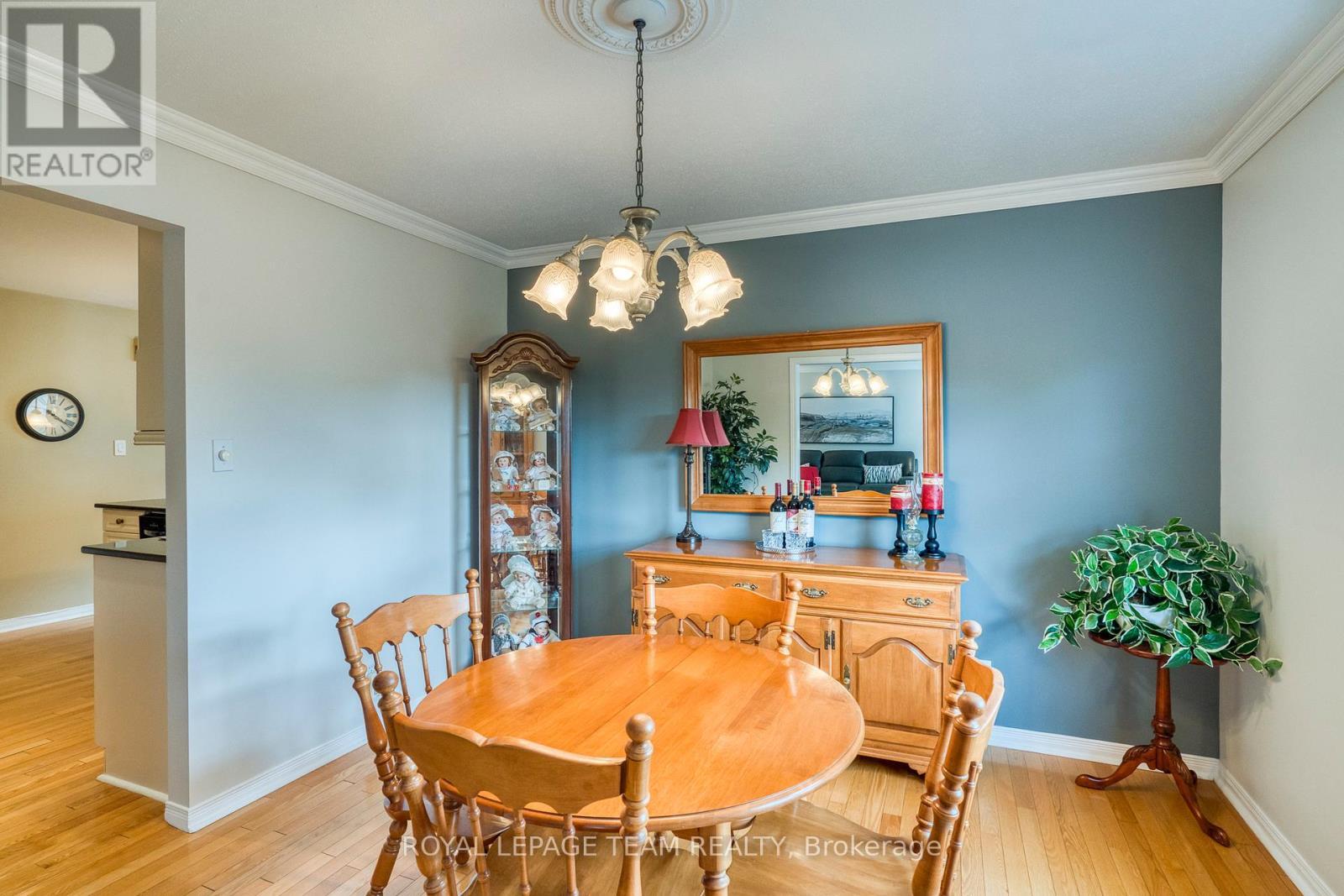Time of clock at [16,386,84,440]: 4:21
